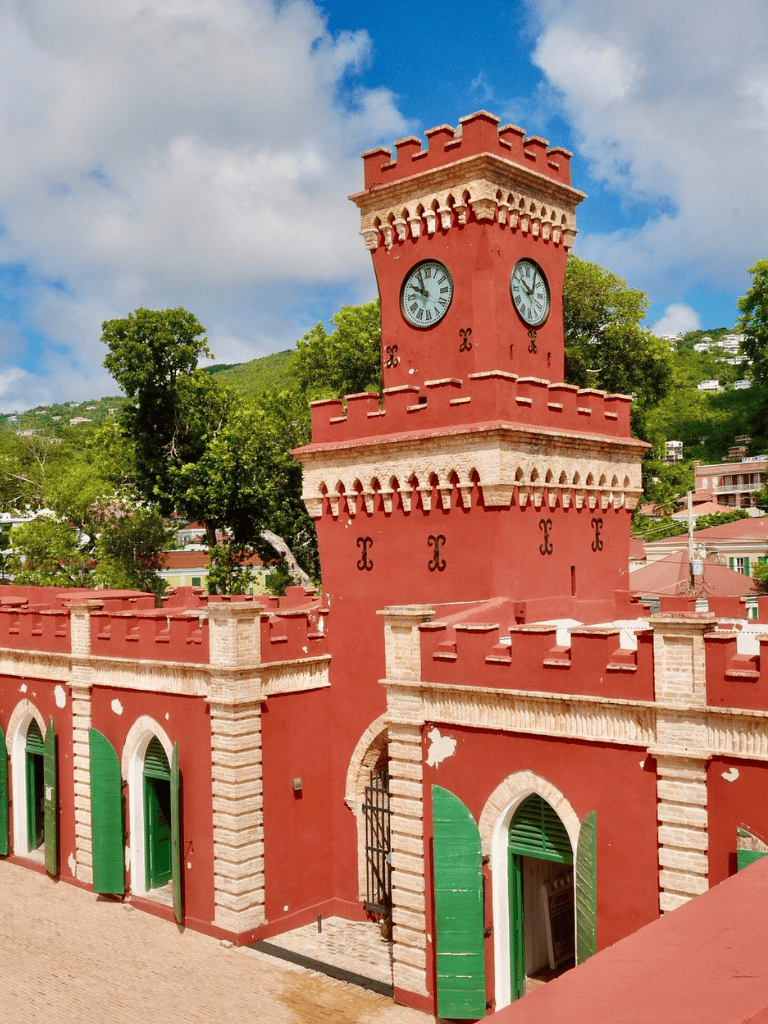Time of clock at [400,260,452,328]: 9:57
